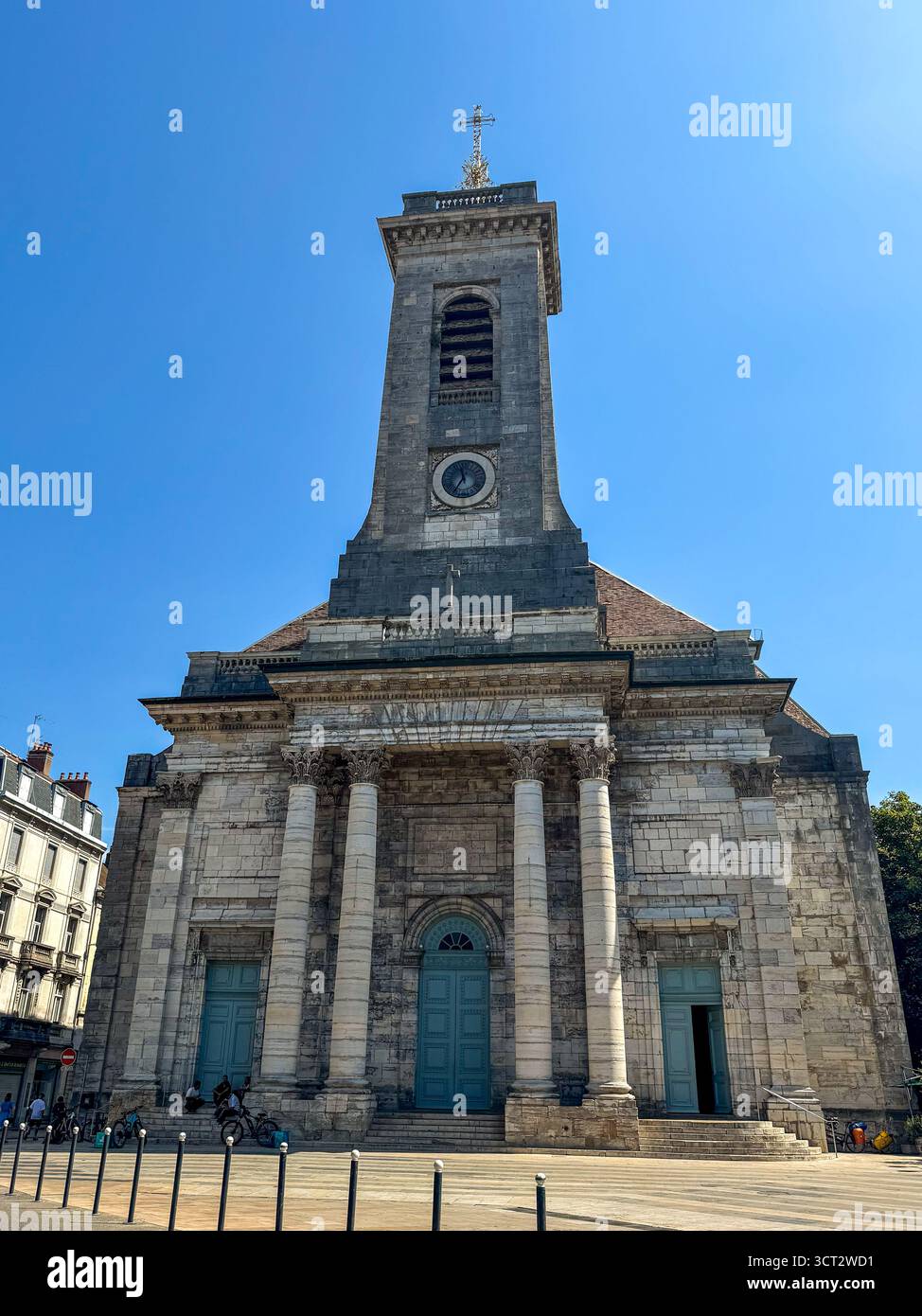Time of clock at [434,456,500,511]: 11:35
